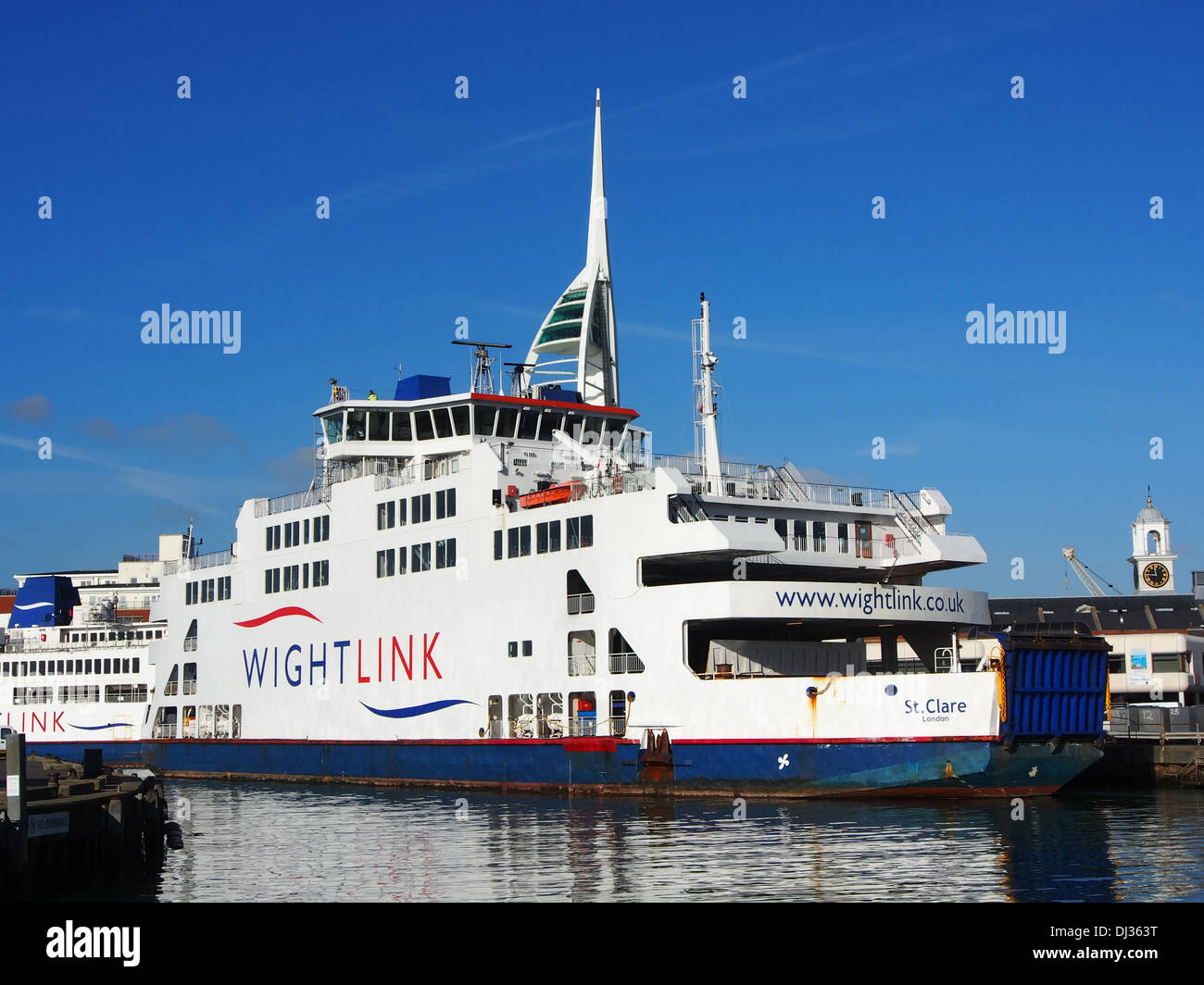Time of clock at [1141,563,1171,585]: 11:44
